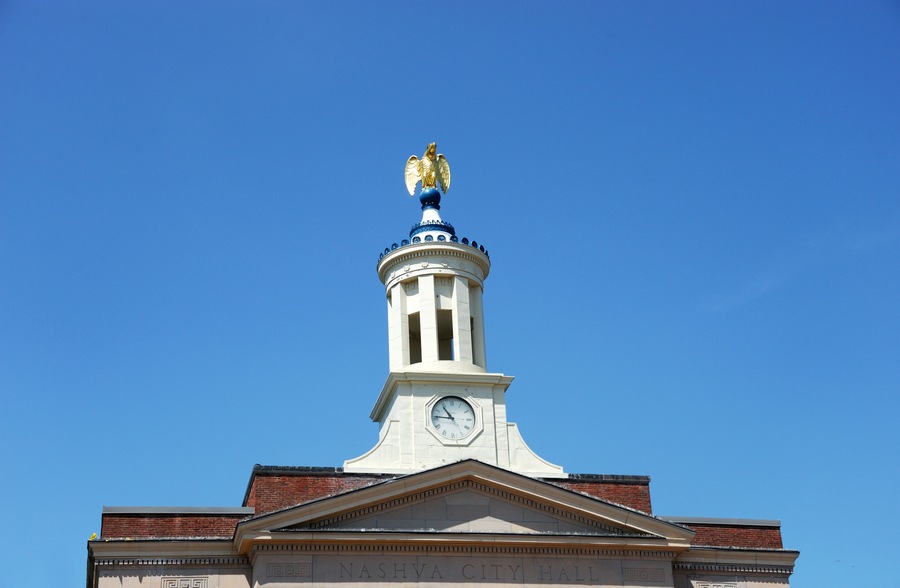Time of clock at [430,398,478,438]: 10:45
